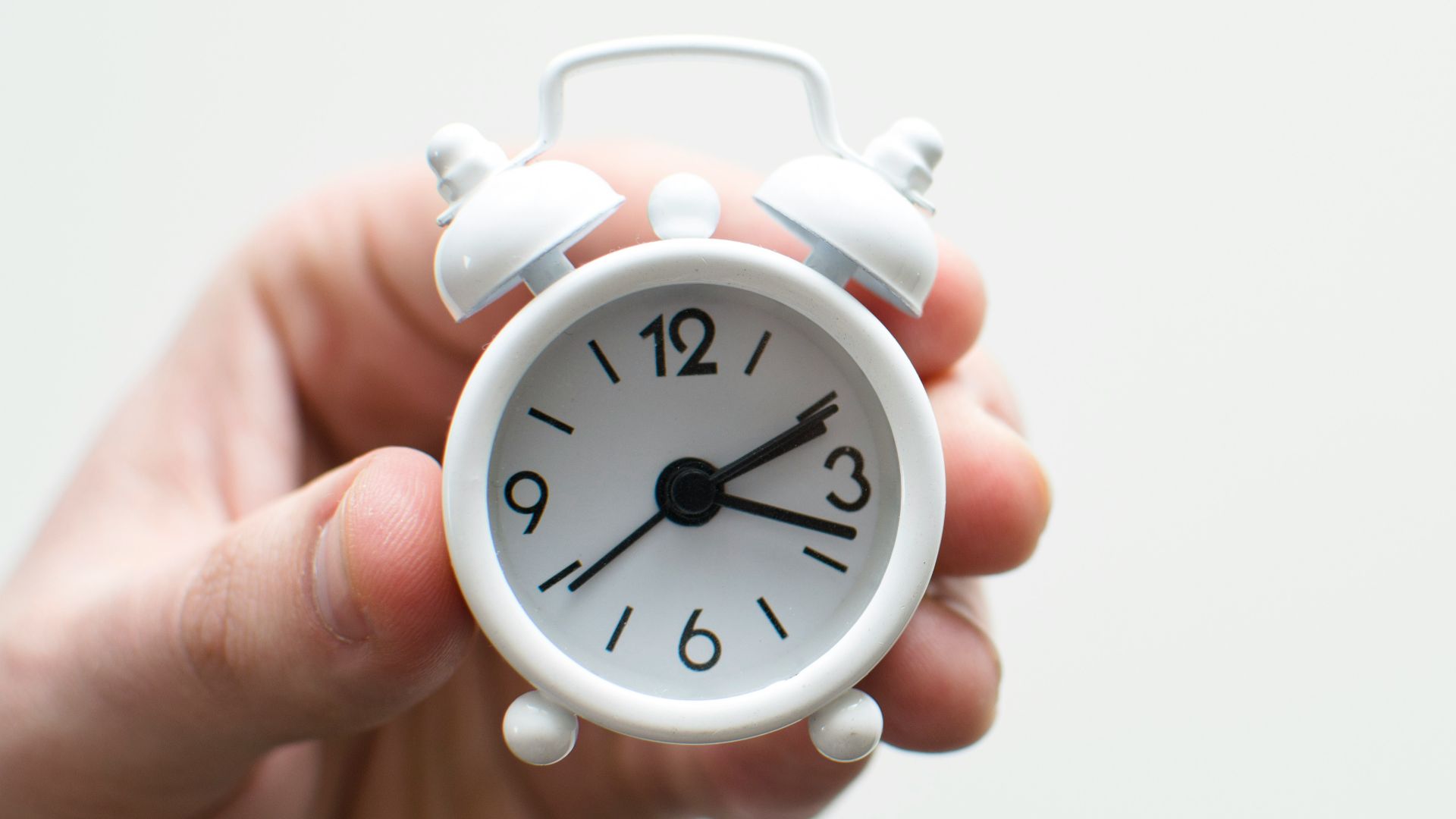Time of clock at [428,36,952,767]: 2:18
